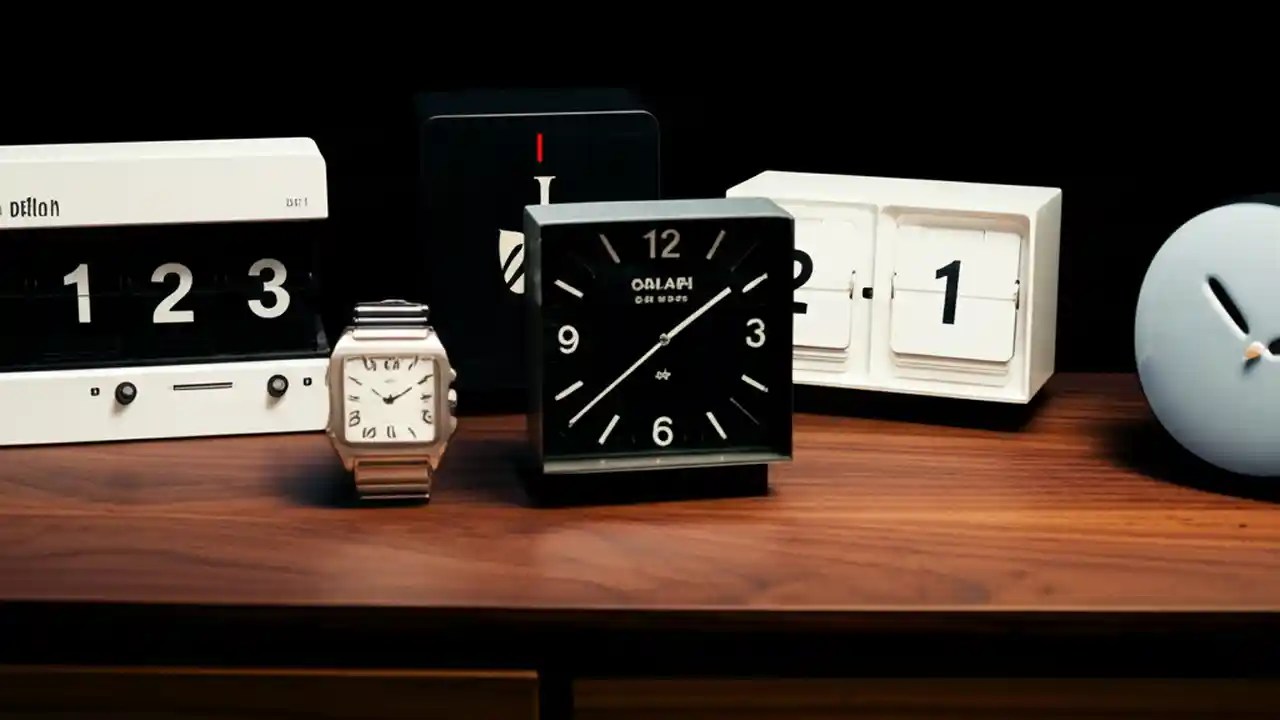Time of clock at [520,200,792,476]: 1:38
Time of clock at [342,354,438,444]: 10:10
